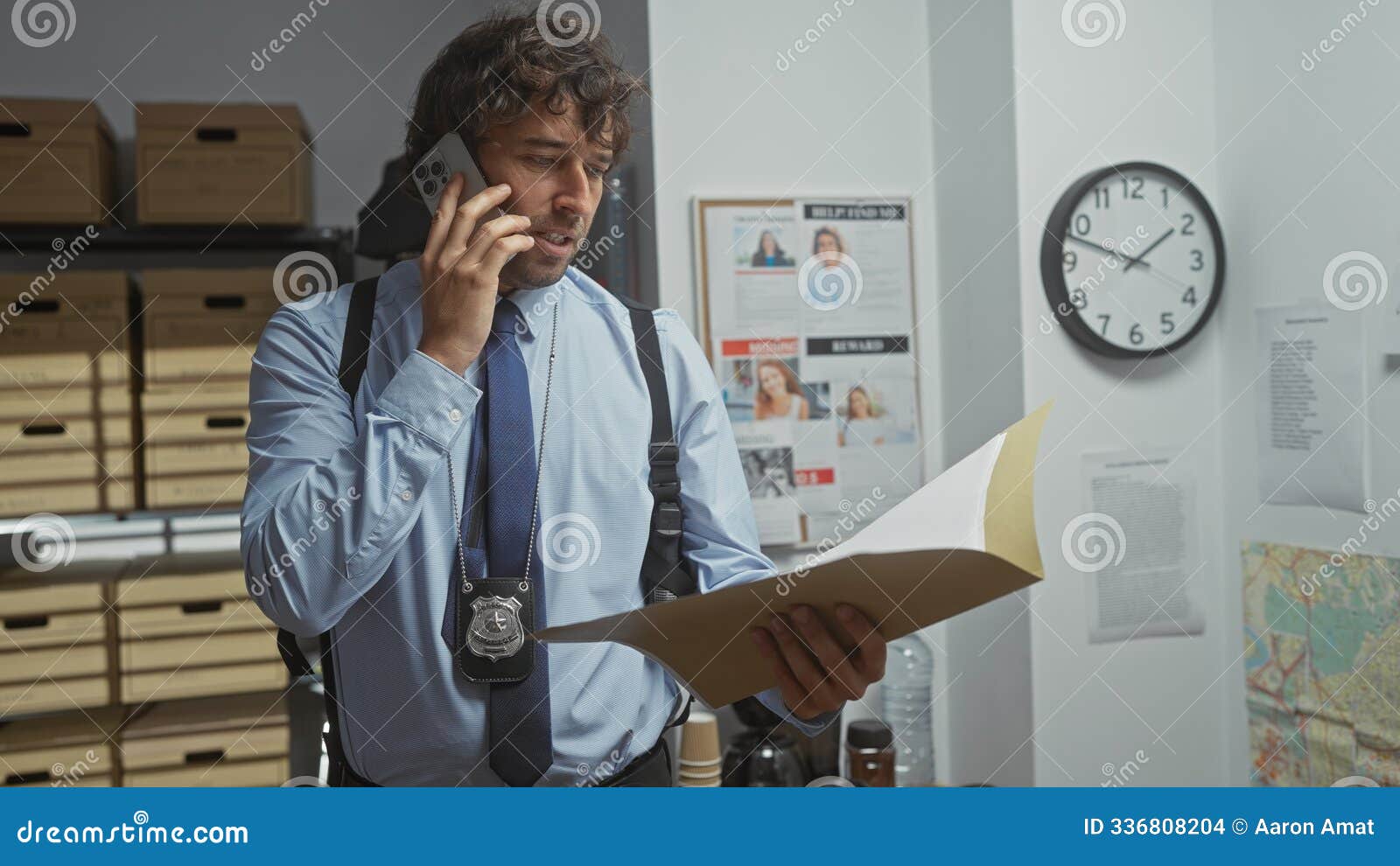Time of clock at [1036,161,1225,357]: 1:47
